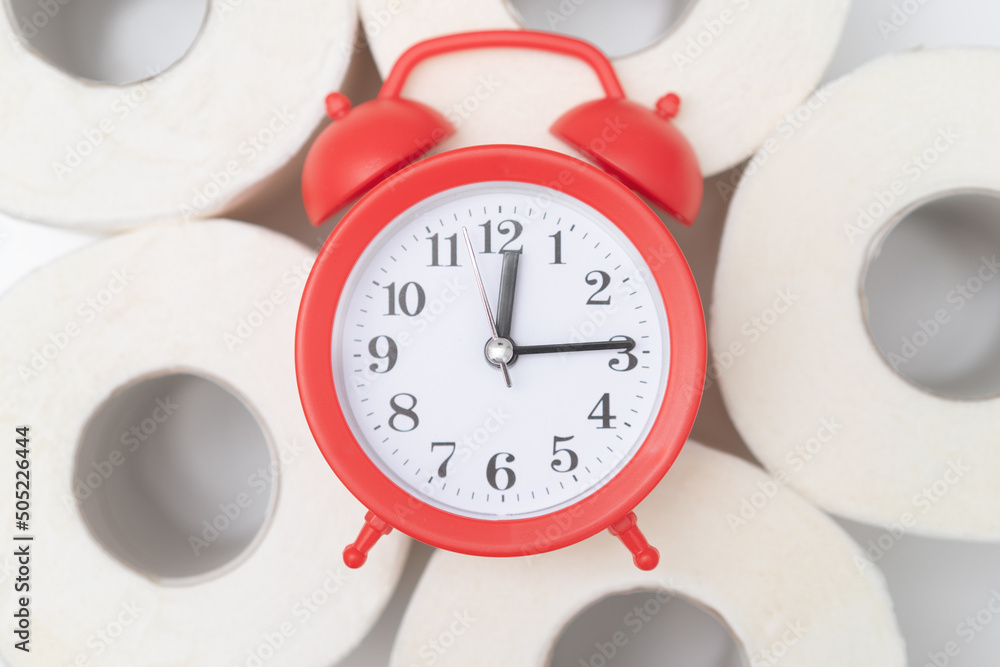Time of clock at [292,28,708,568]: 12:14
